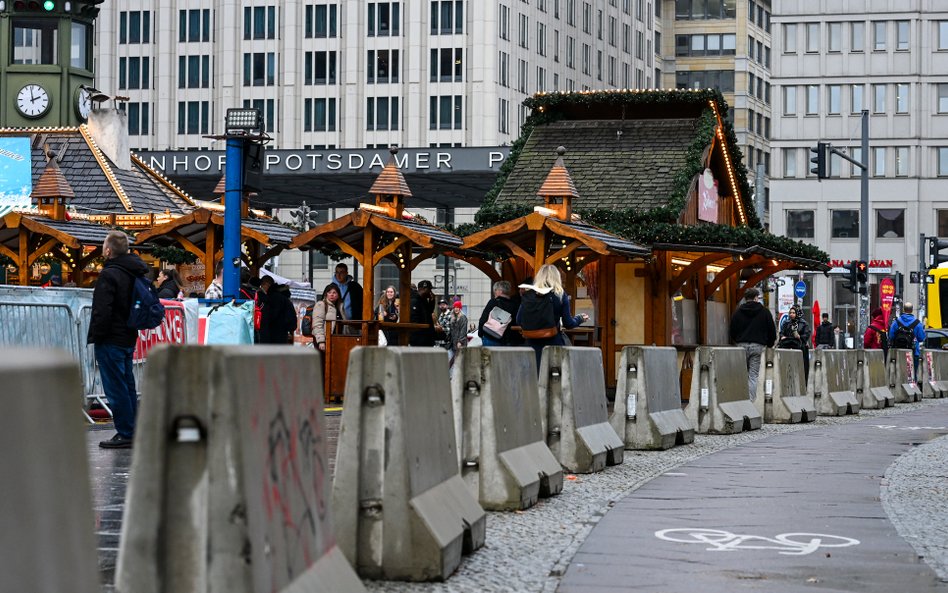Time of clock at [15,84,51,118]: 1:58
